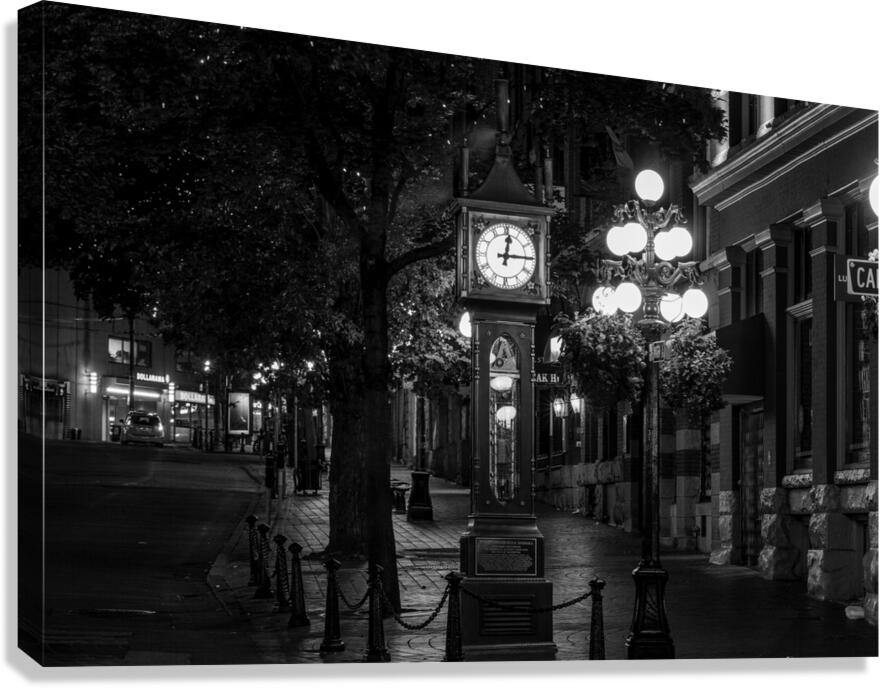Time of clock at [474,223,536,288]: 12:14
